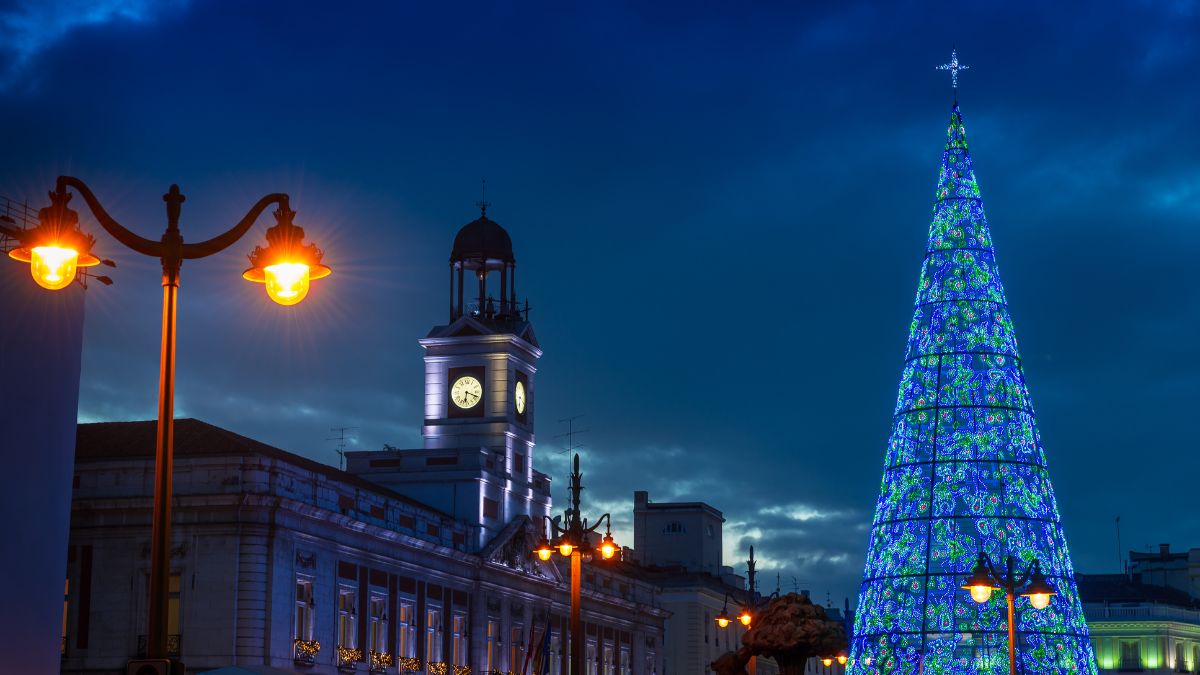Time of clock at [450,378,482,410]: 6:18
